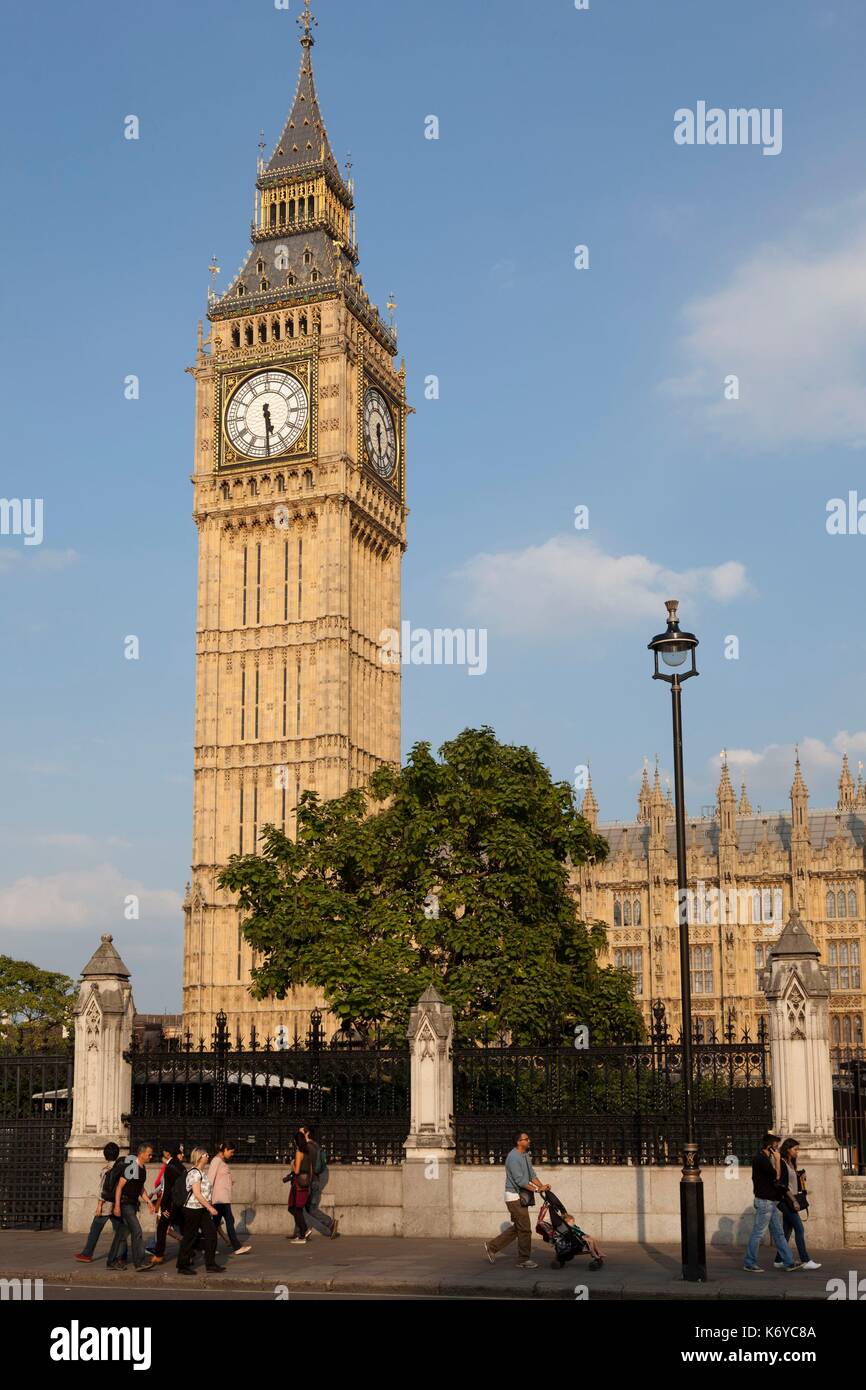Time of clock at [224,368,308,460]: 5:29
